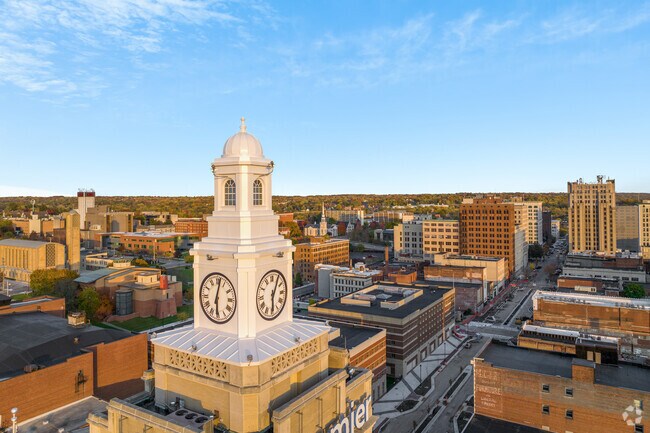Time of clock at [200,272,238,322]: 6:02
